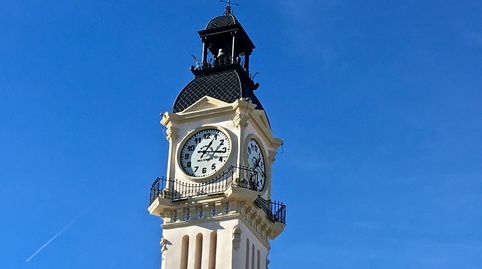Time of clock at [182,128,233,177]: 3:04
